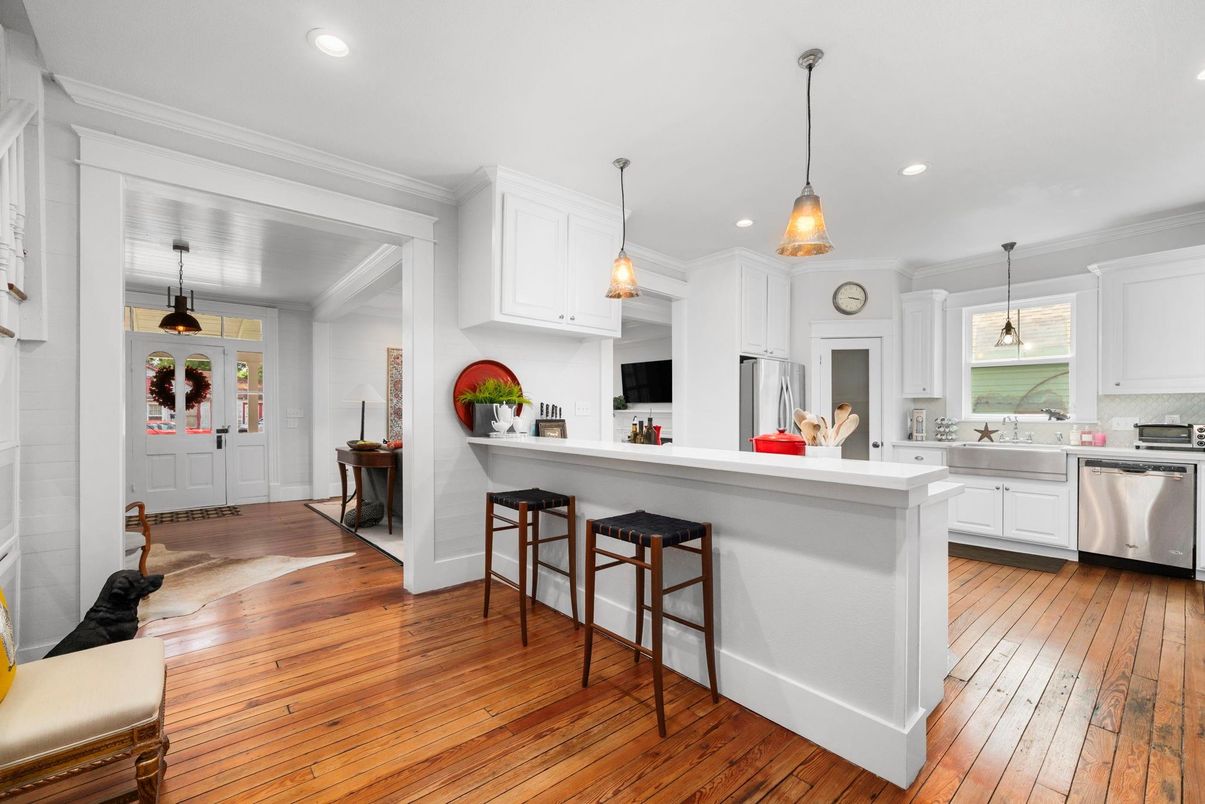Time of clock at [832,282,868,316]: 3:17
